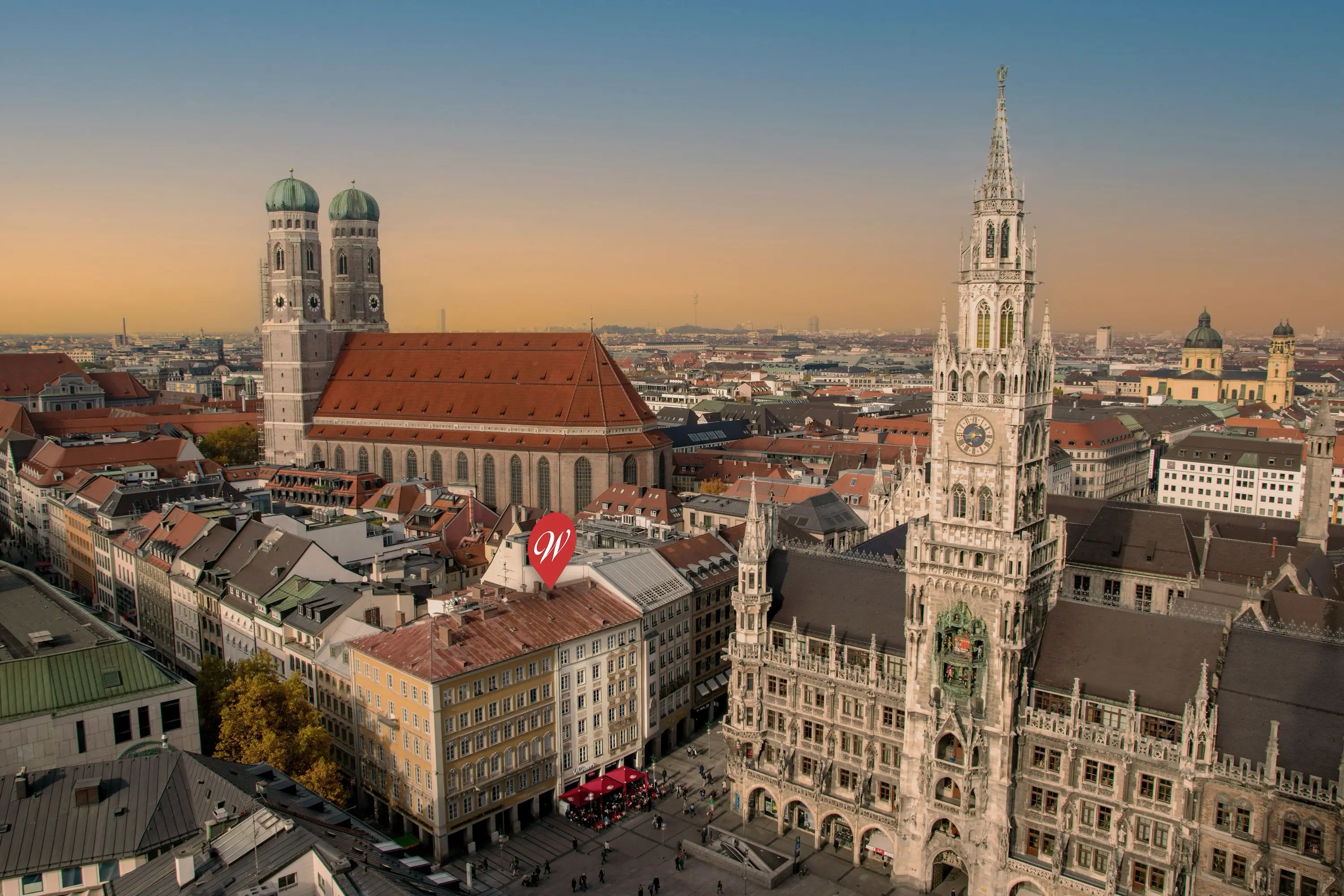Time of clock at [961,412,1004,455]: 2:44
